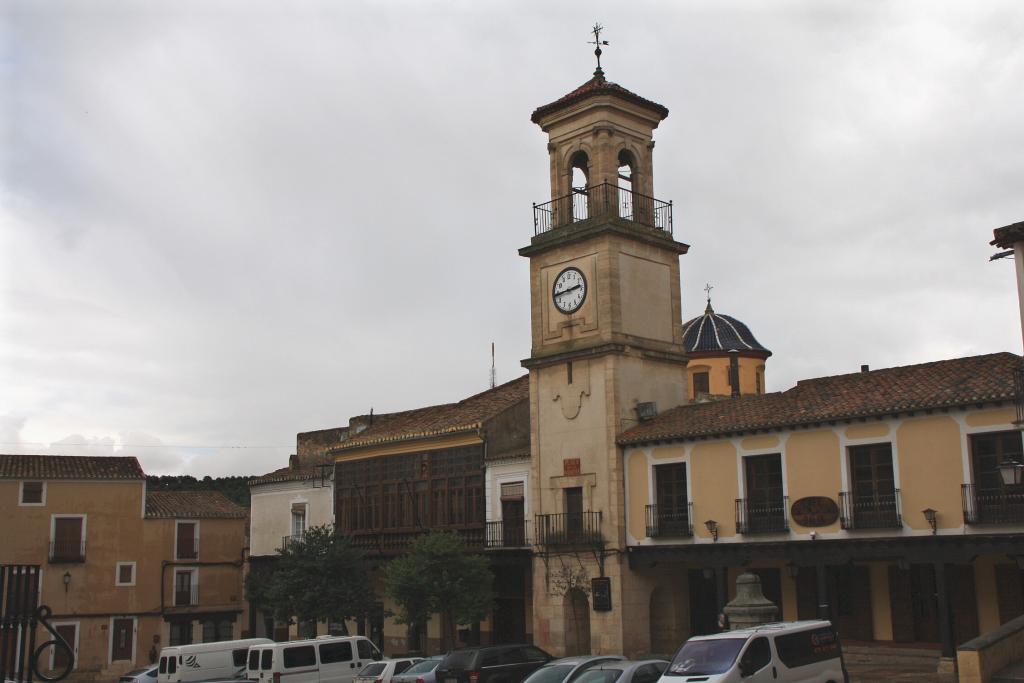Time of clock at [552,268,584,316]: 2:43
